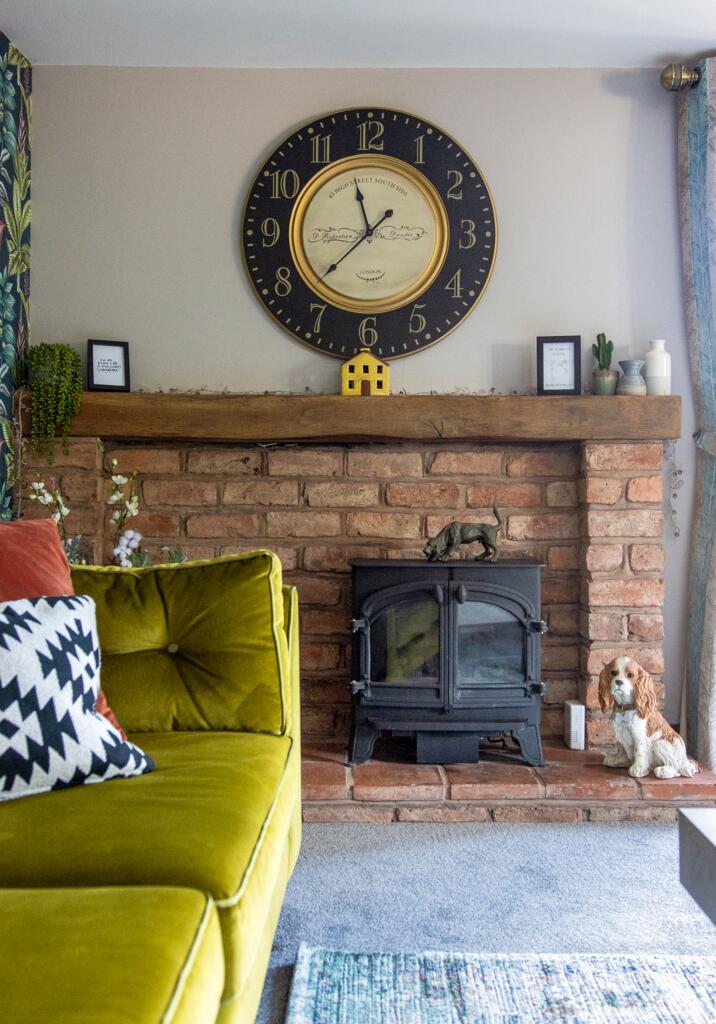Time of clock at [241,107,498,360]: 11:37
